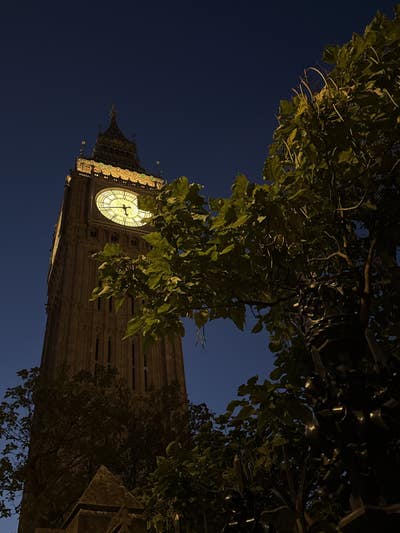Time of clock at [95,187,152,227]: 5:42
